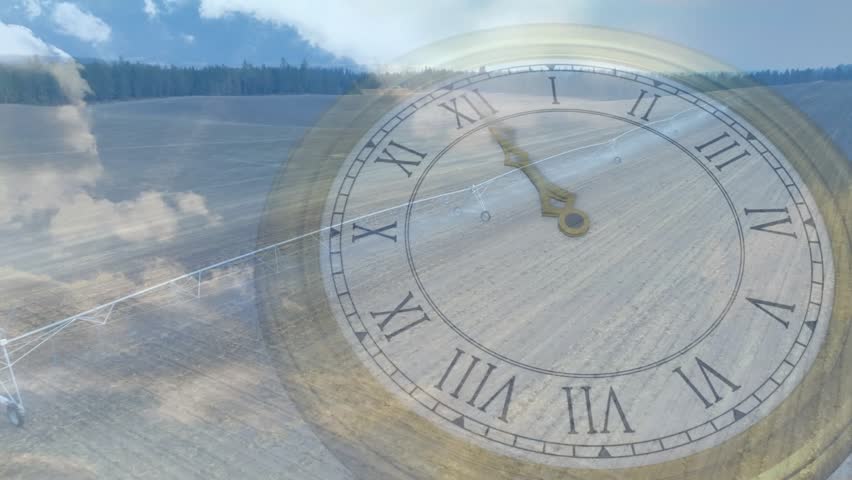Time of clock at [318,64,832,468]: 10:54
